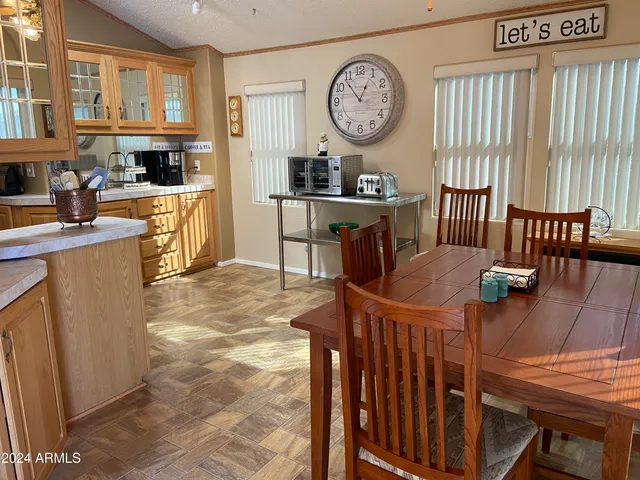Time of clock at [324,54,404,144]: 12:53
